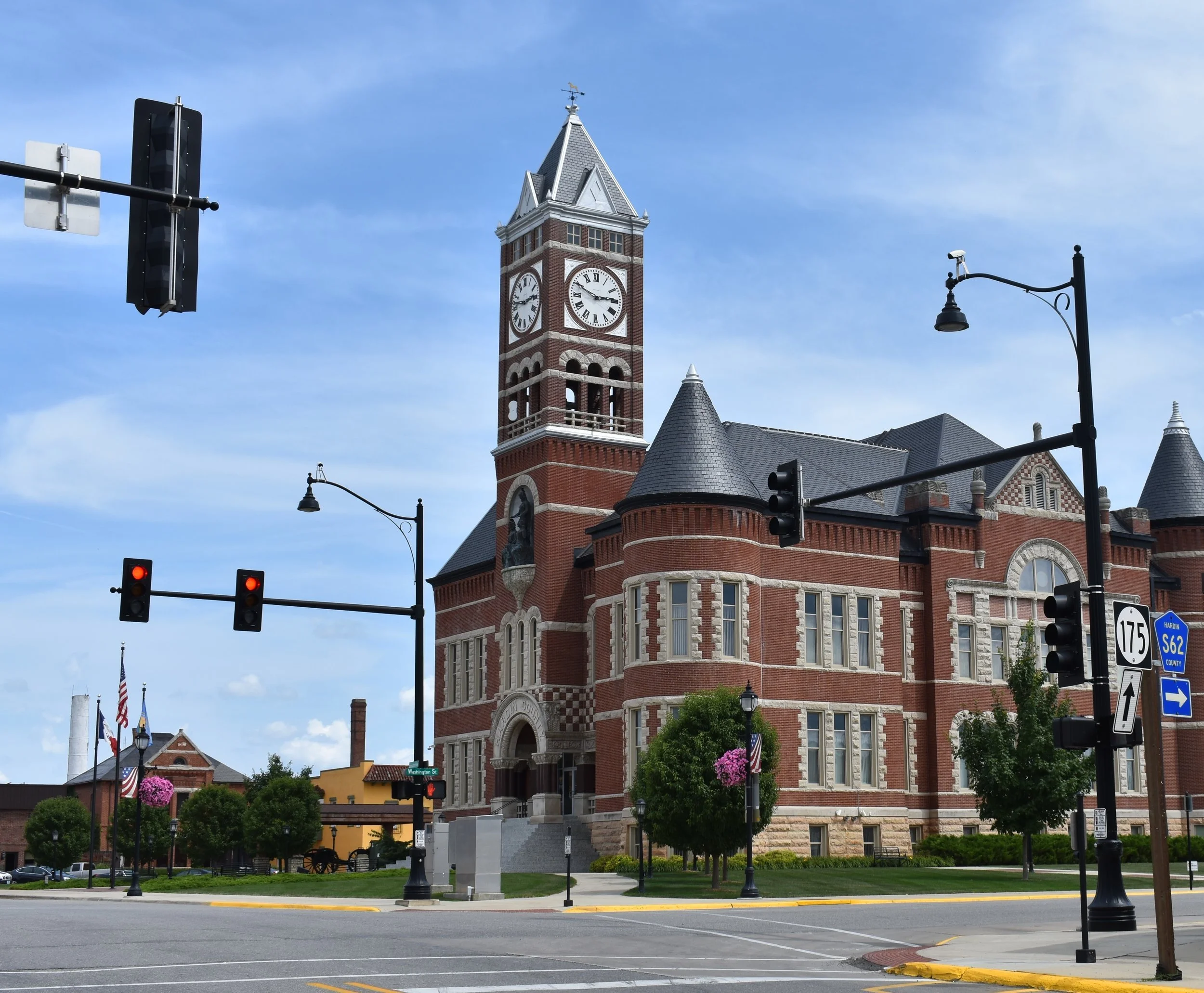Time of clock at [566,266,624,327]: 2:49
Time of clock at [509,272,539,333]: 2:46
